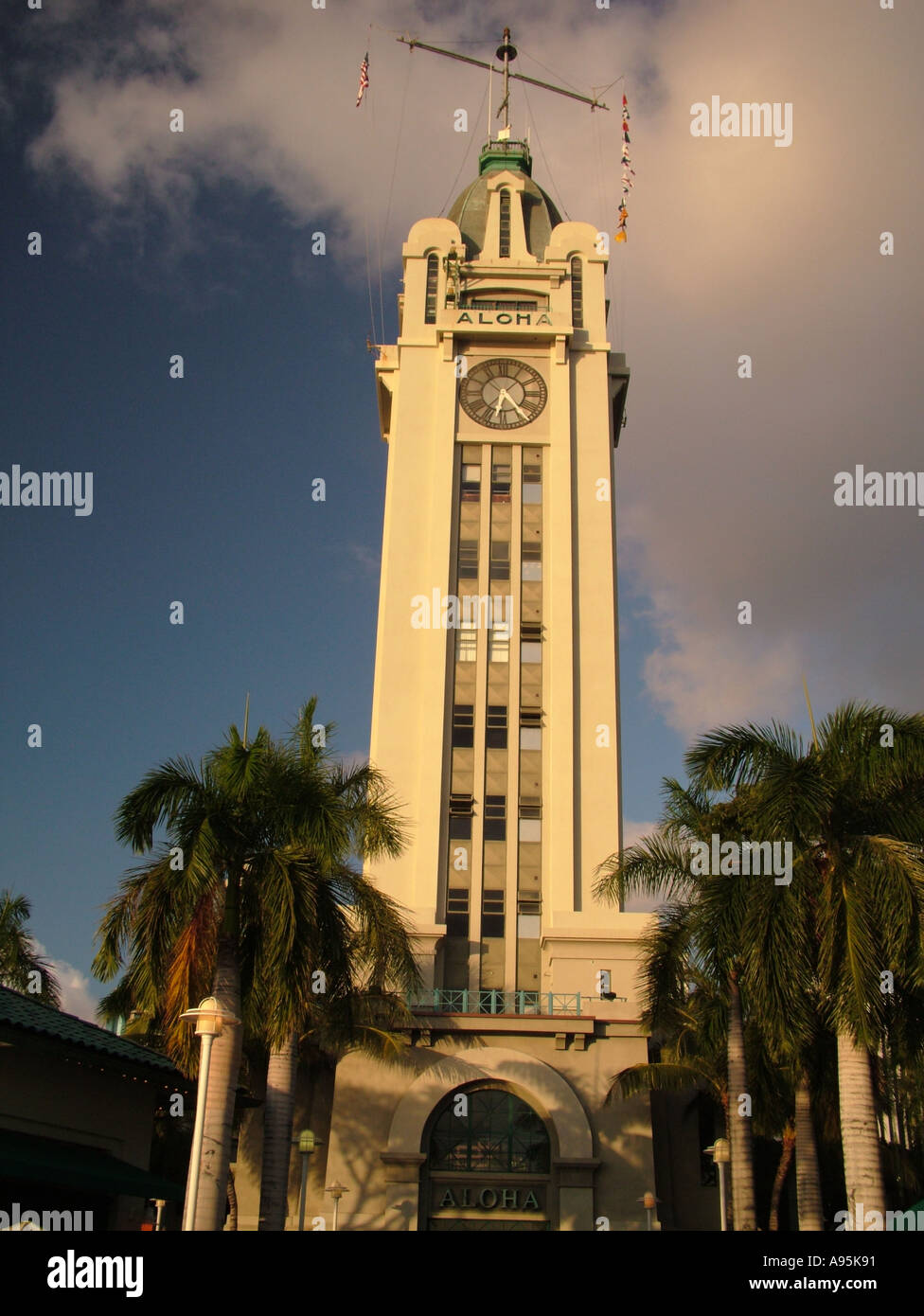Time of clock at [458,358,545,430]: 6:23
